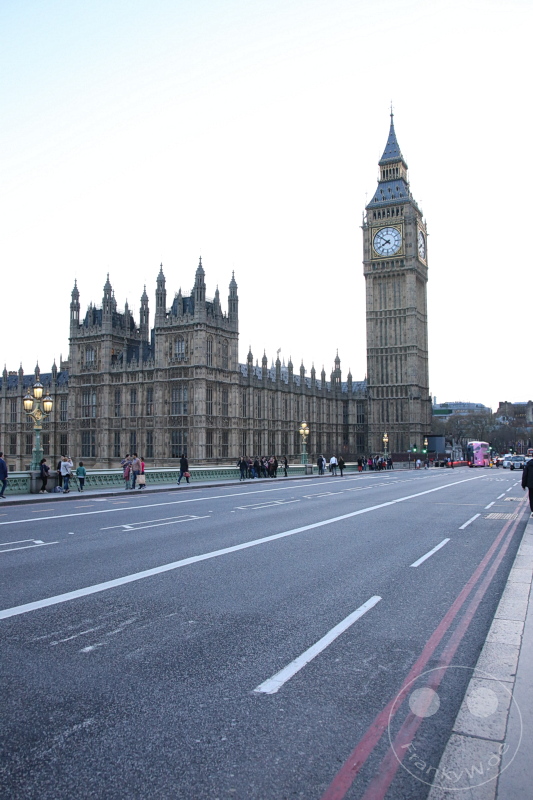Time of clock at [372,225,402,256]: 7:51
